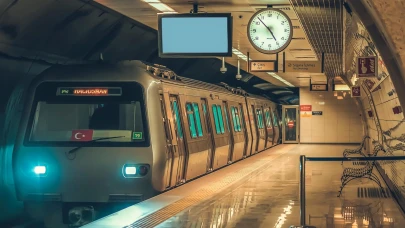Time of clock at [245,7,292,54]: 4:52
